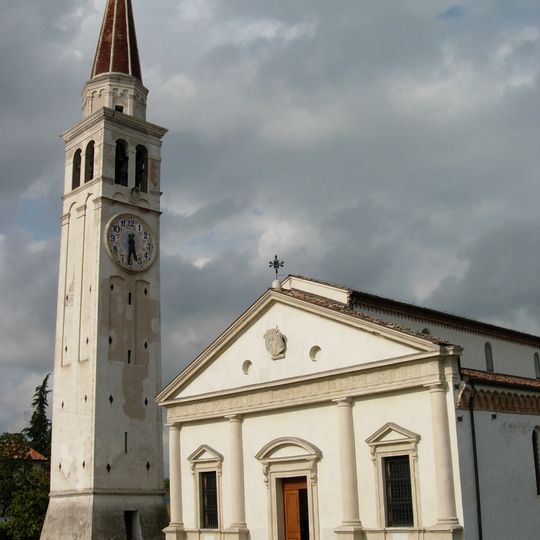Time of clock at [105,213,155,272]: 5:31
